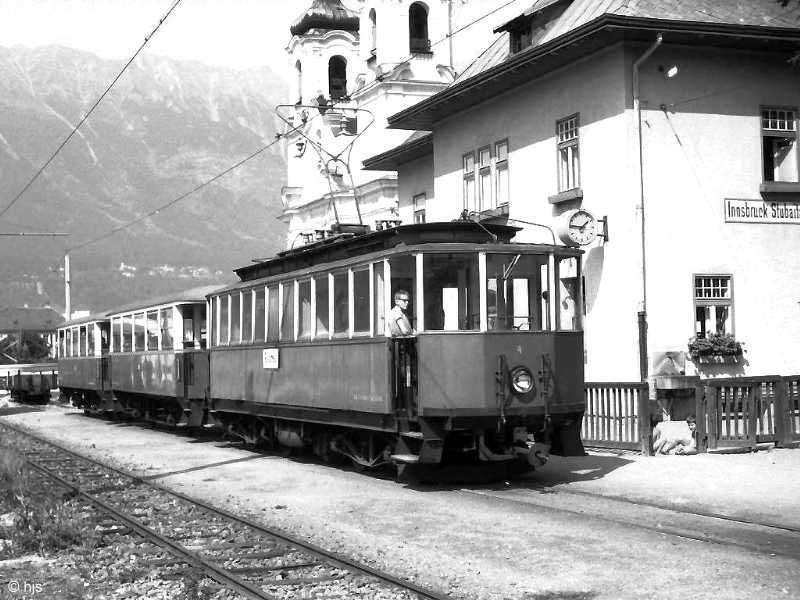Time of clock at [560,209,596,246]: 1:46
